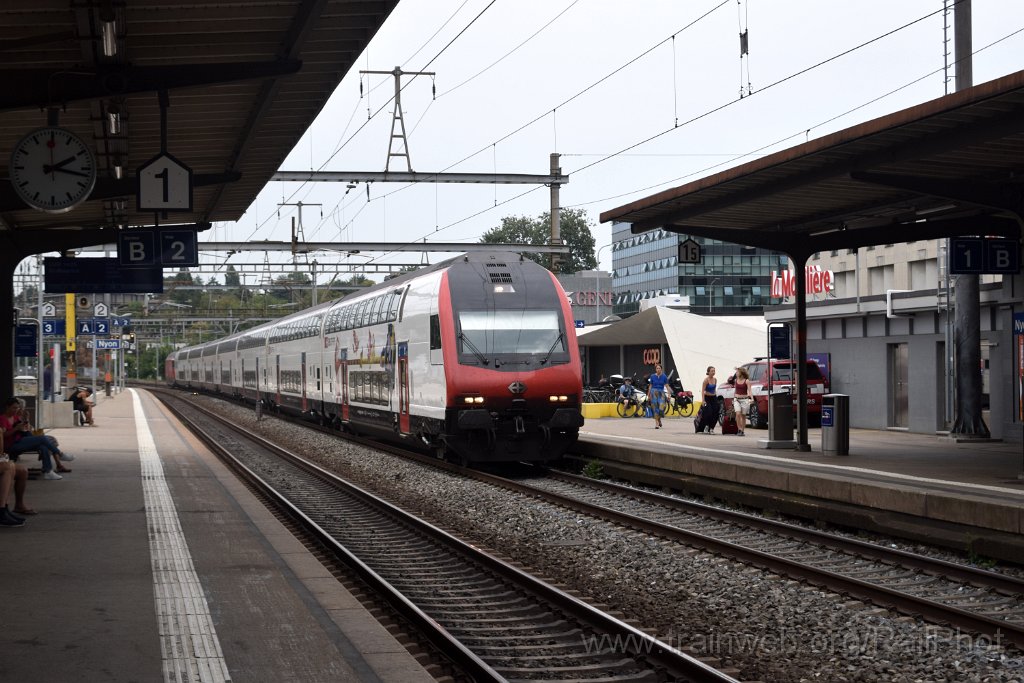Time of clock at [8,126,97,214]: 2:17
